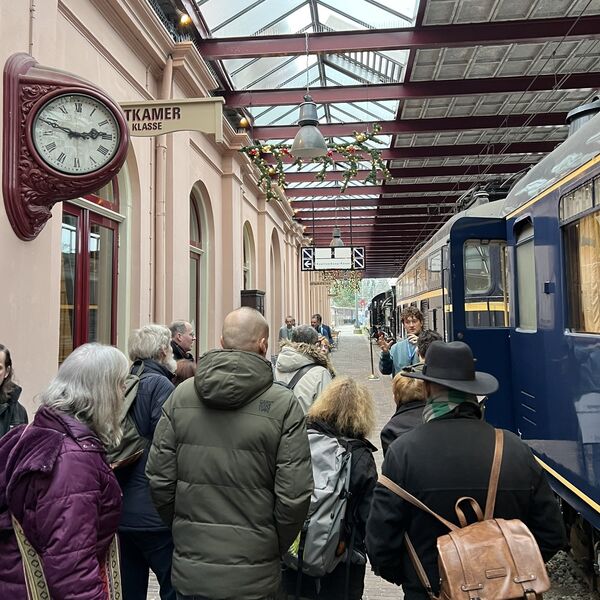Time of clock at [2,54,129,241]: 2:49
